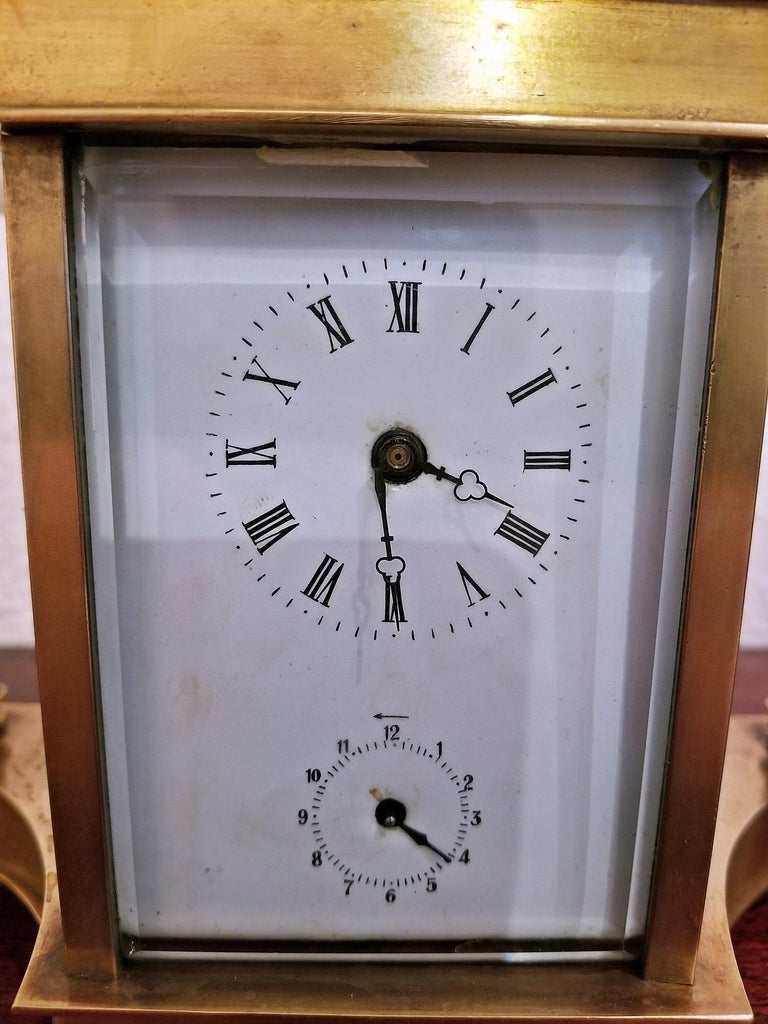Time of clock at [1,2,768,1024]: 3:29
